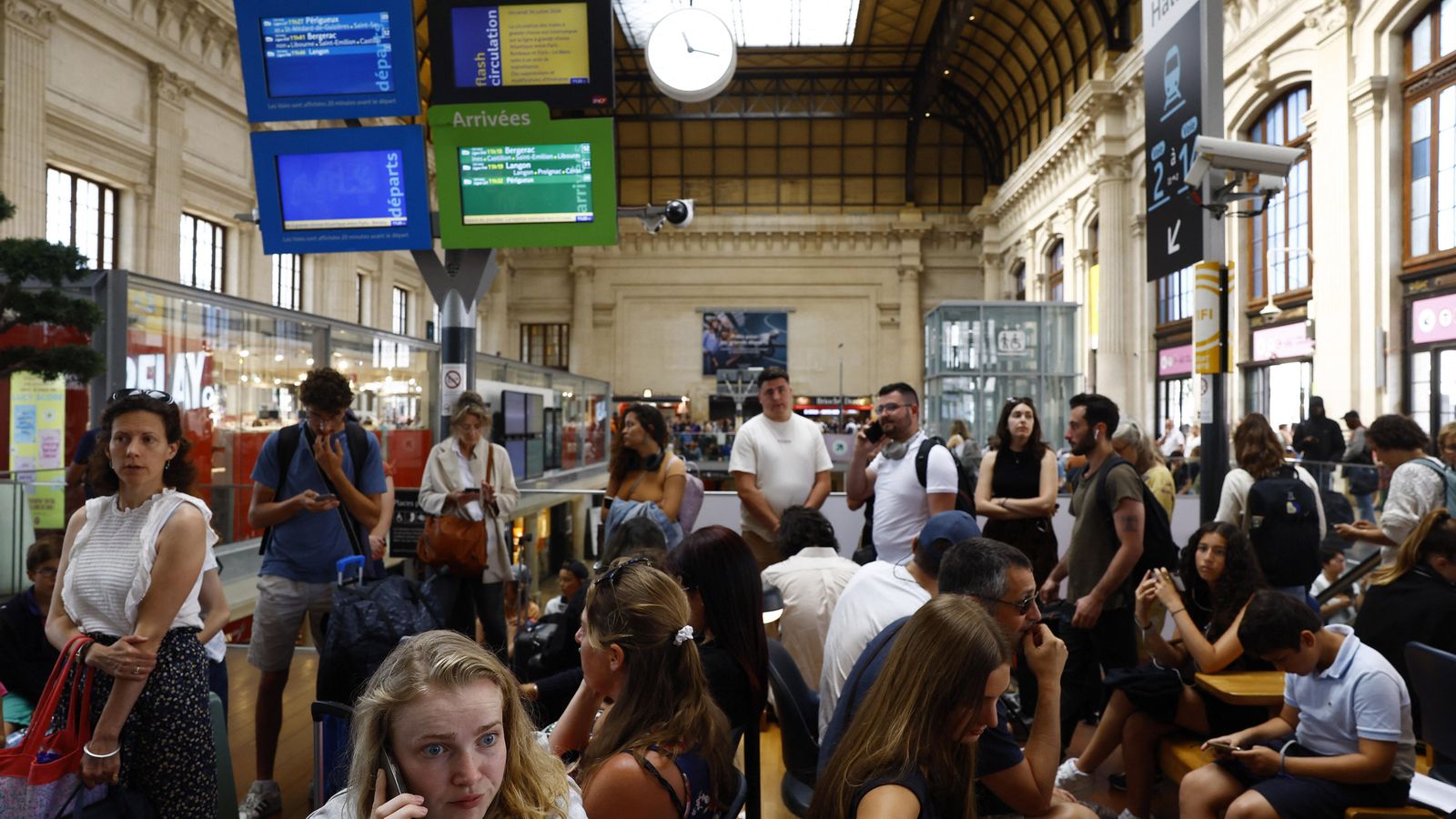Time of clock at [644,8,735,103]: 11:17
